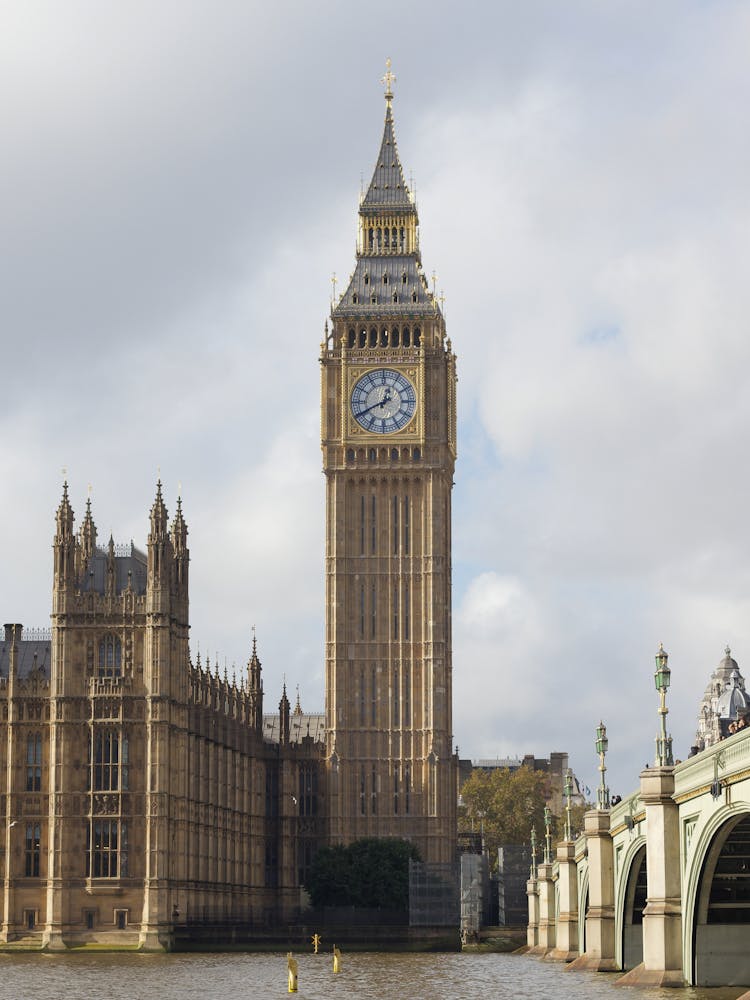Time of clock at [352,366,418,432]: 12:40
